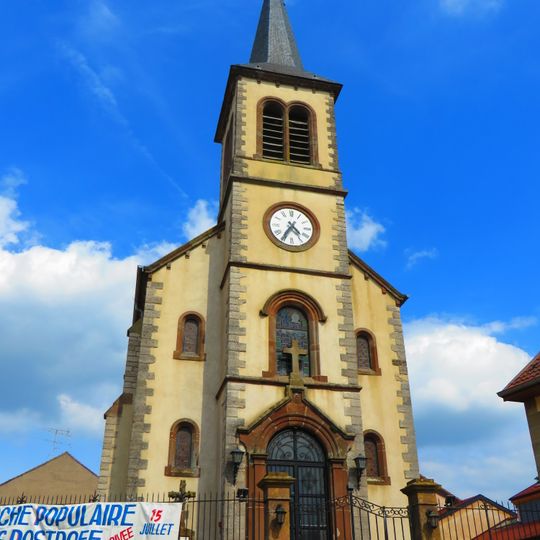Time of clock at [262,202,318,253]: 4:35
